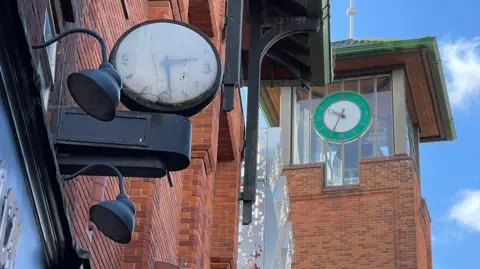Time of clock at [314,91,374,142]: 9:34
